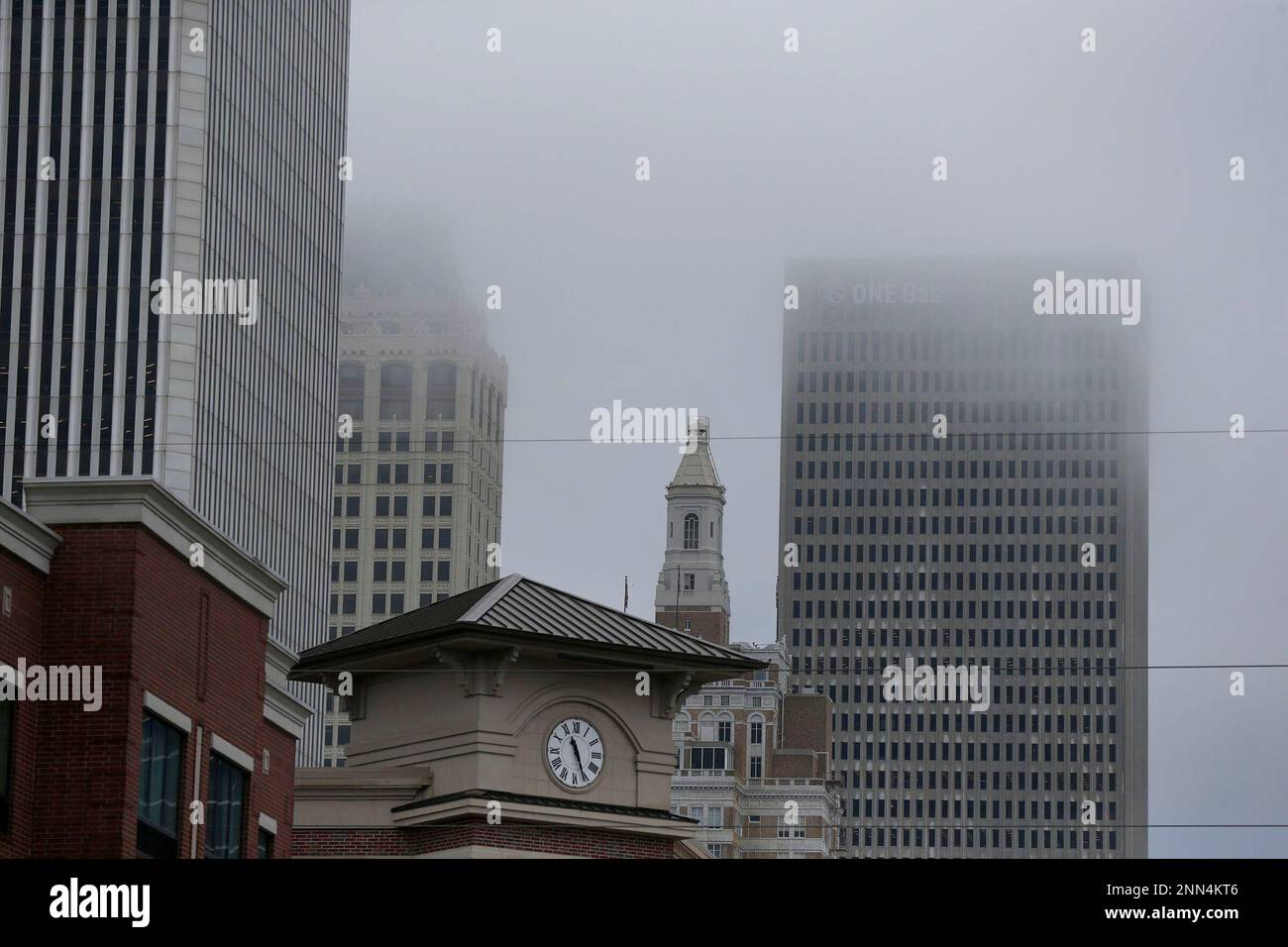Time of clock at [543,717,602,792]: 11:26
